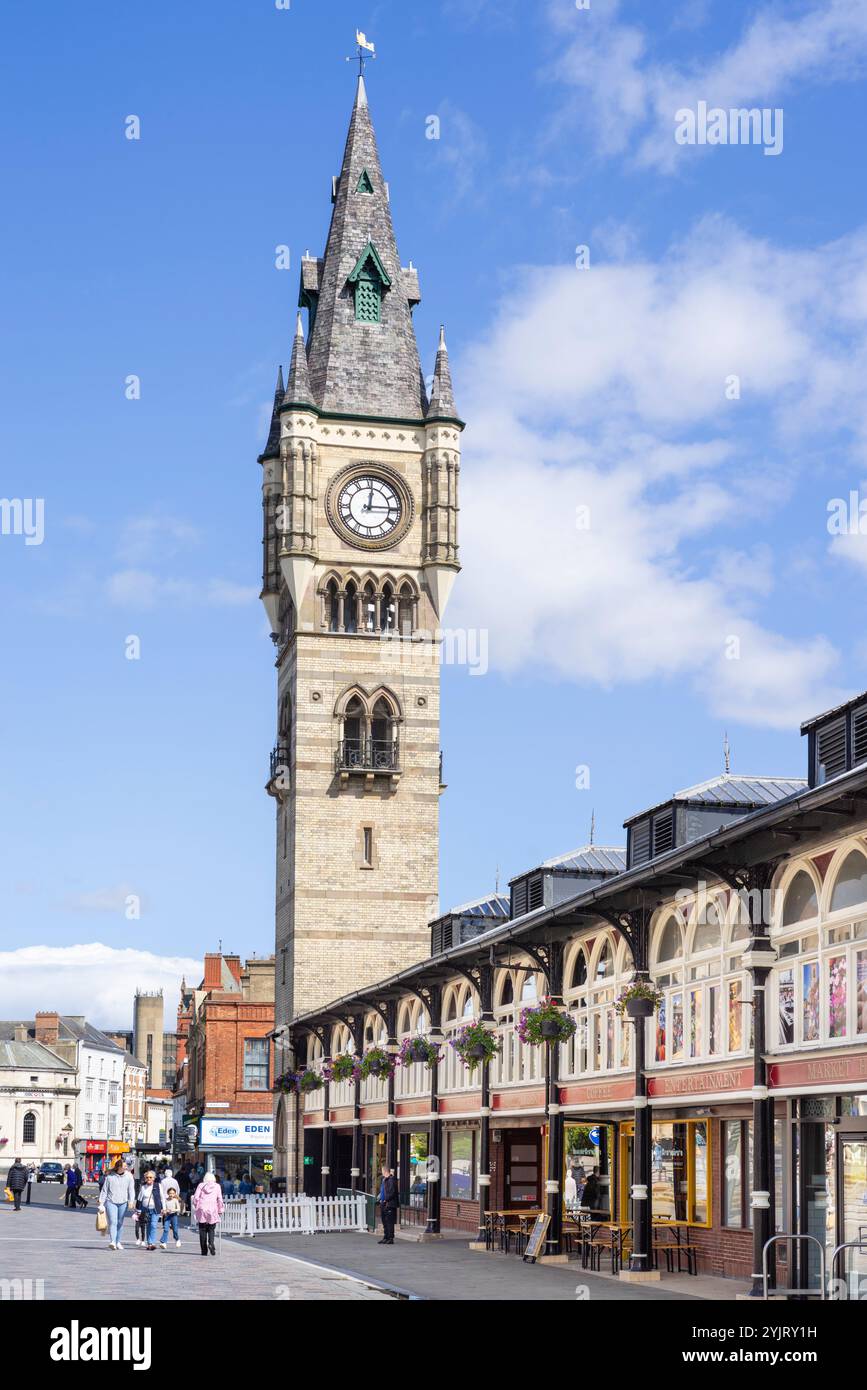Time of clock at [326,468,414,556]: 12:14
